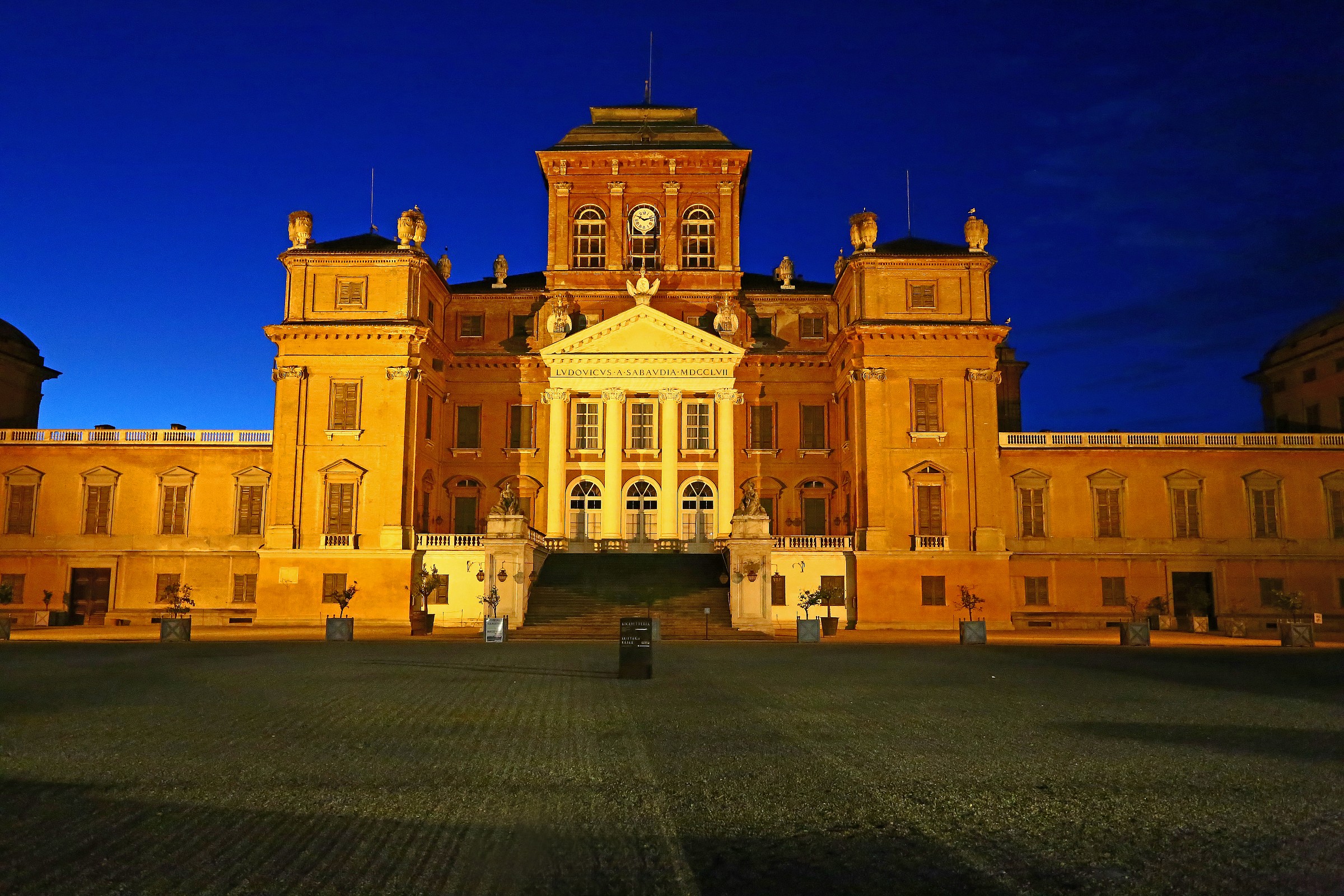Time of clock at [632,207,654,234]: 10:12
